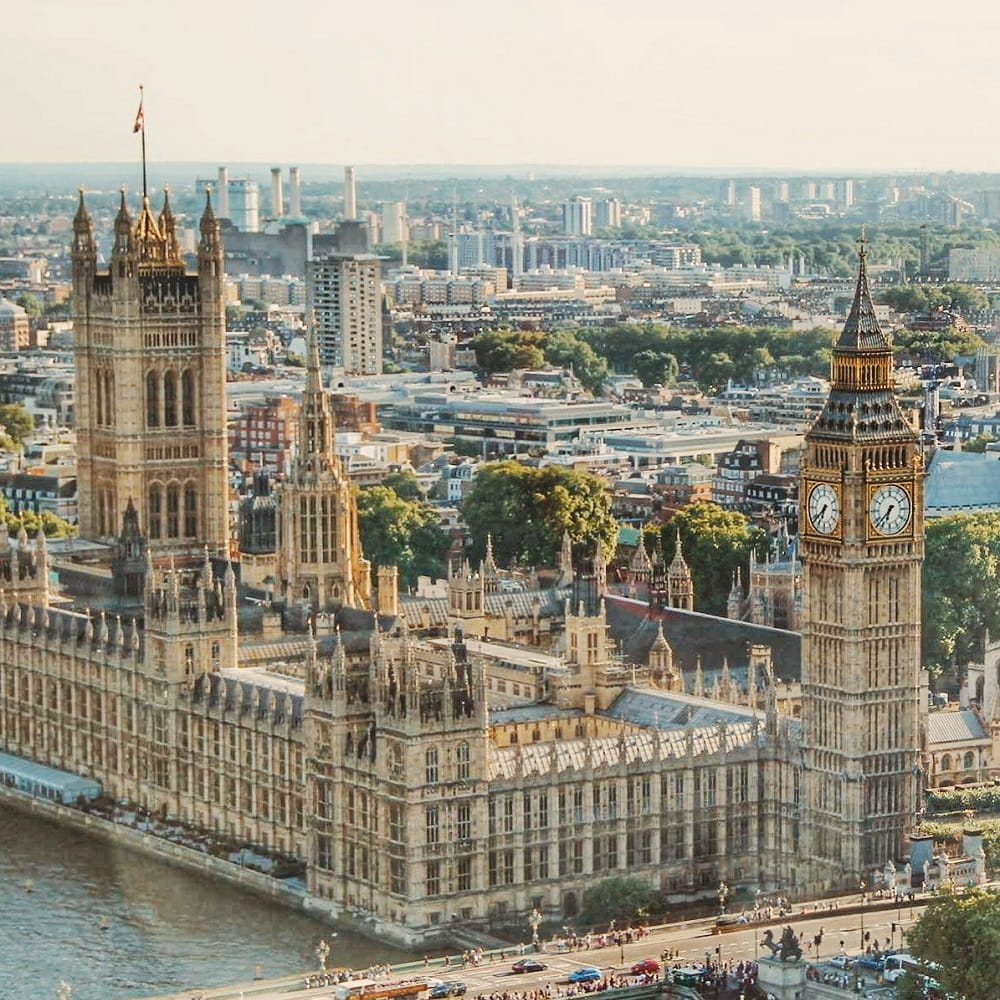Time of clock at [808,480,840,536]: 6:38
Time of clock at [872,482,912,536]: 6:37
